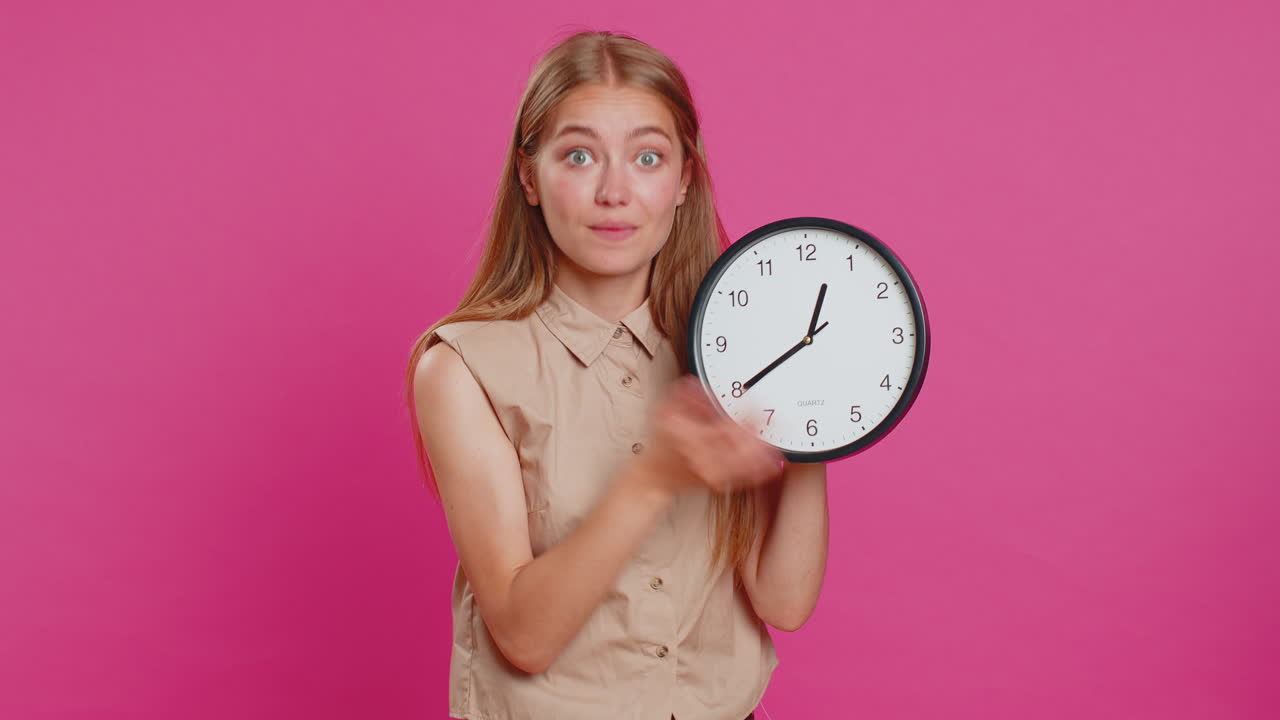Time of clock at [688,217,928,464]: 12:39
